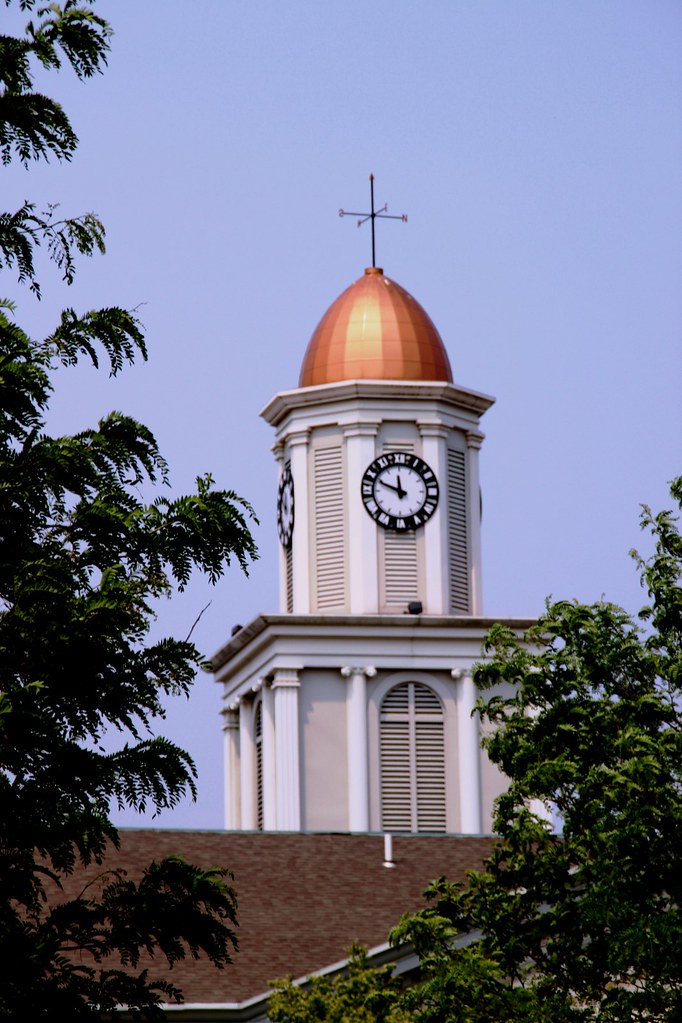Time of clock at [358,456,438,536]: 11:48
